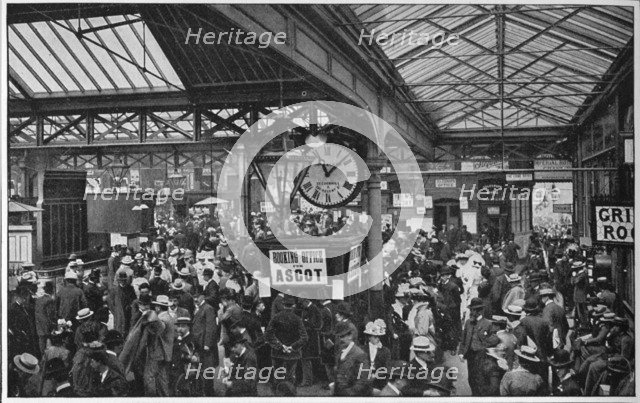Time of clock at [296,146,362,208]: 11:07
